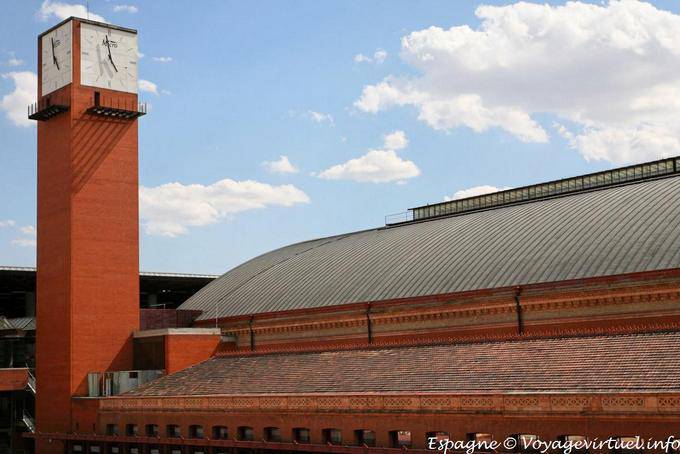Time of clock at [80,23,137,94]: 4:58
